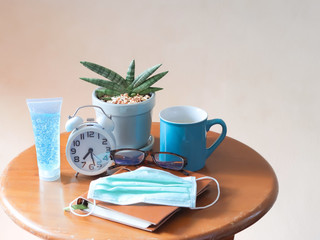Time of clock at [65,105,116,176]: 7:28
